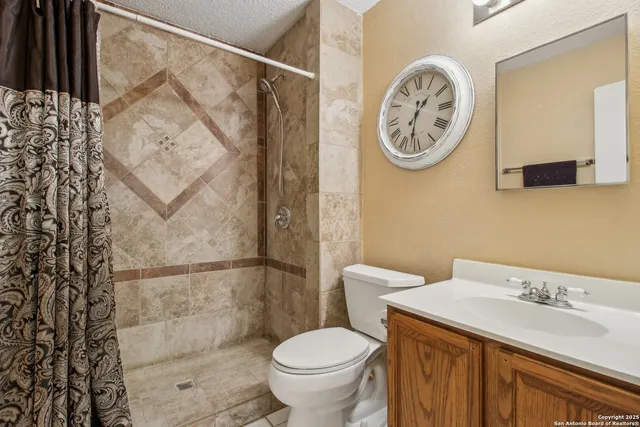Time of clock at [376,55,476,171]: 1:32
